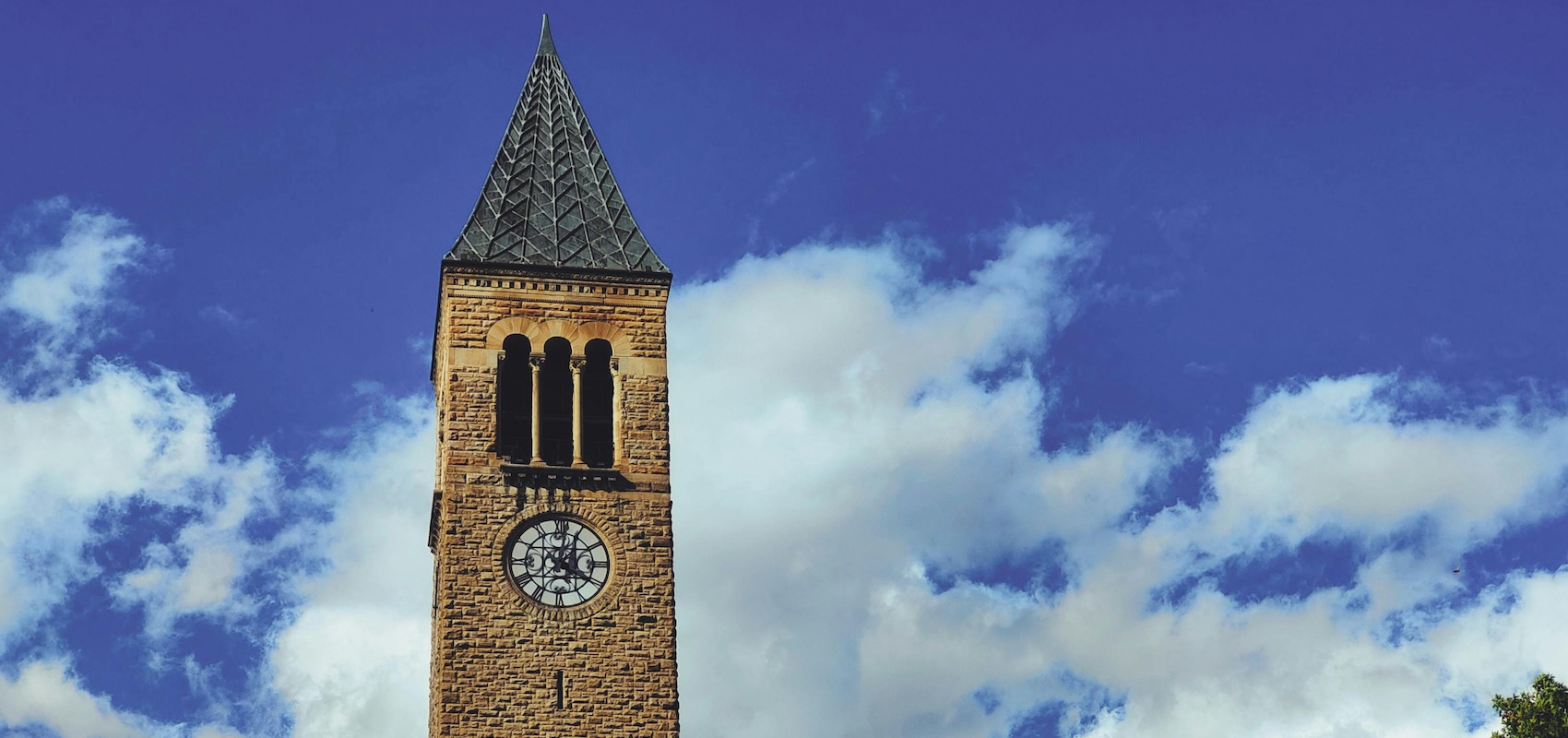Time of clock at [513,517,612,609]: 4:01
